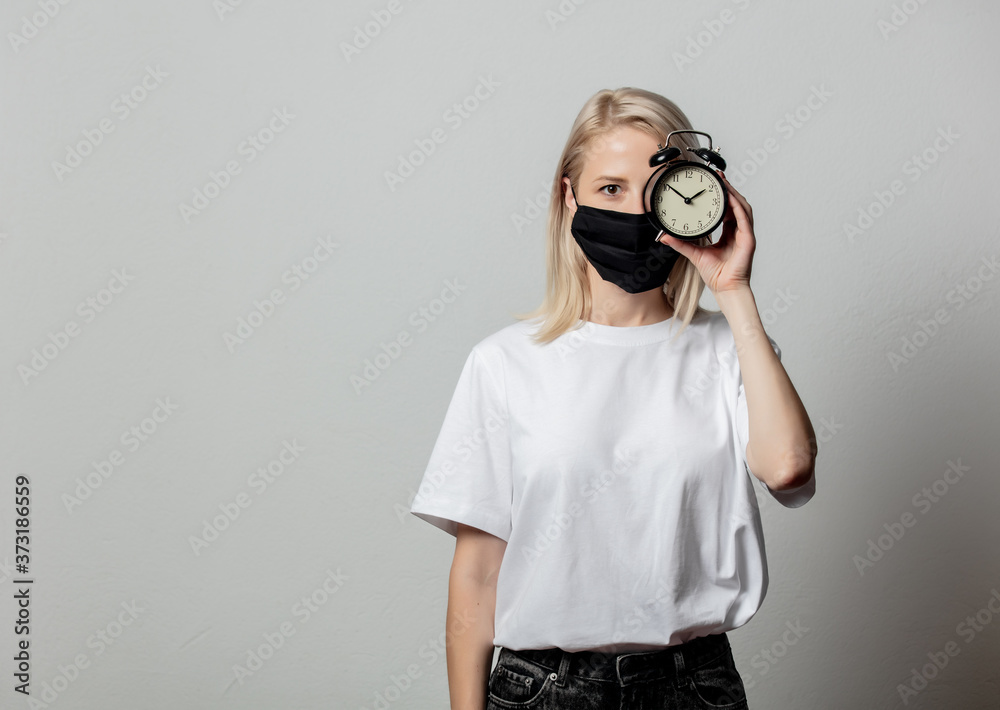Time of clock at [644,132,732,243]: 1:51
